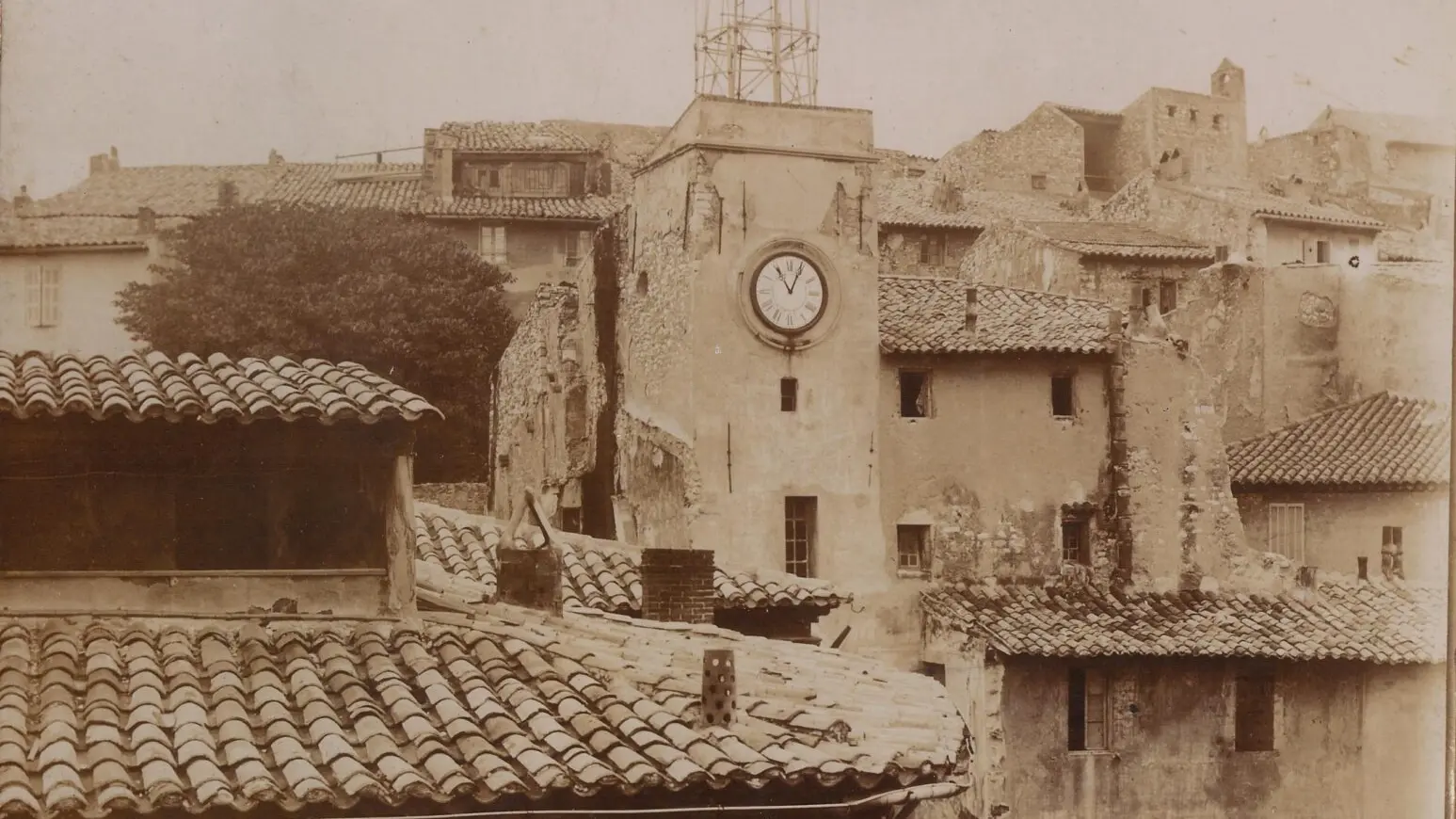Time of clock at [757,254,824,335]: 11:04
